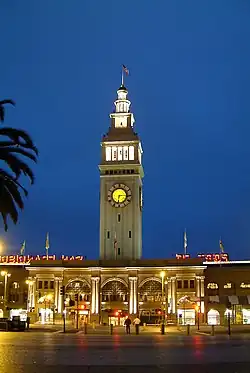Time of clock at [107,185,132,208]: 6:14
